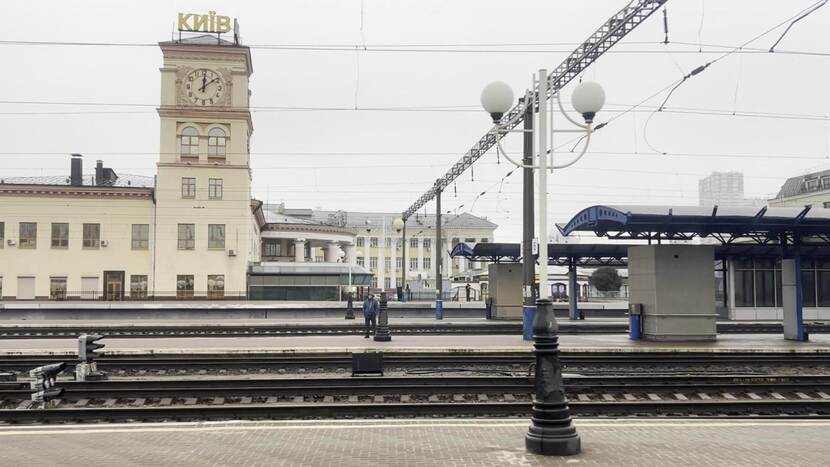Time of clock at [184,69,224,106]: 12:09
